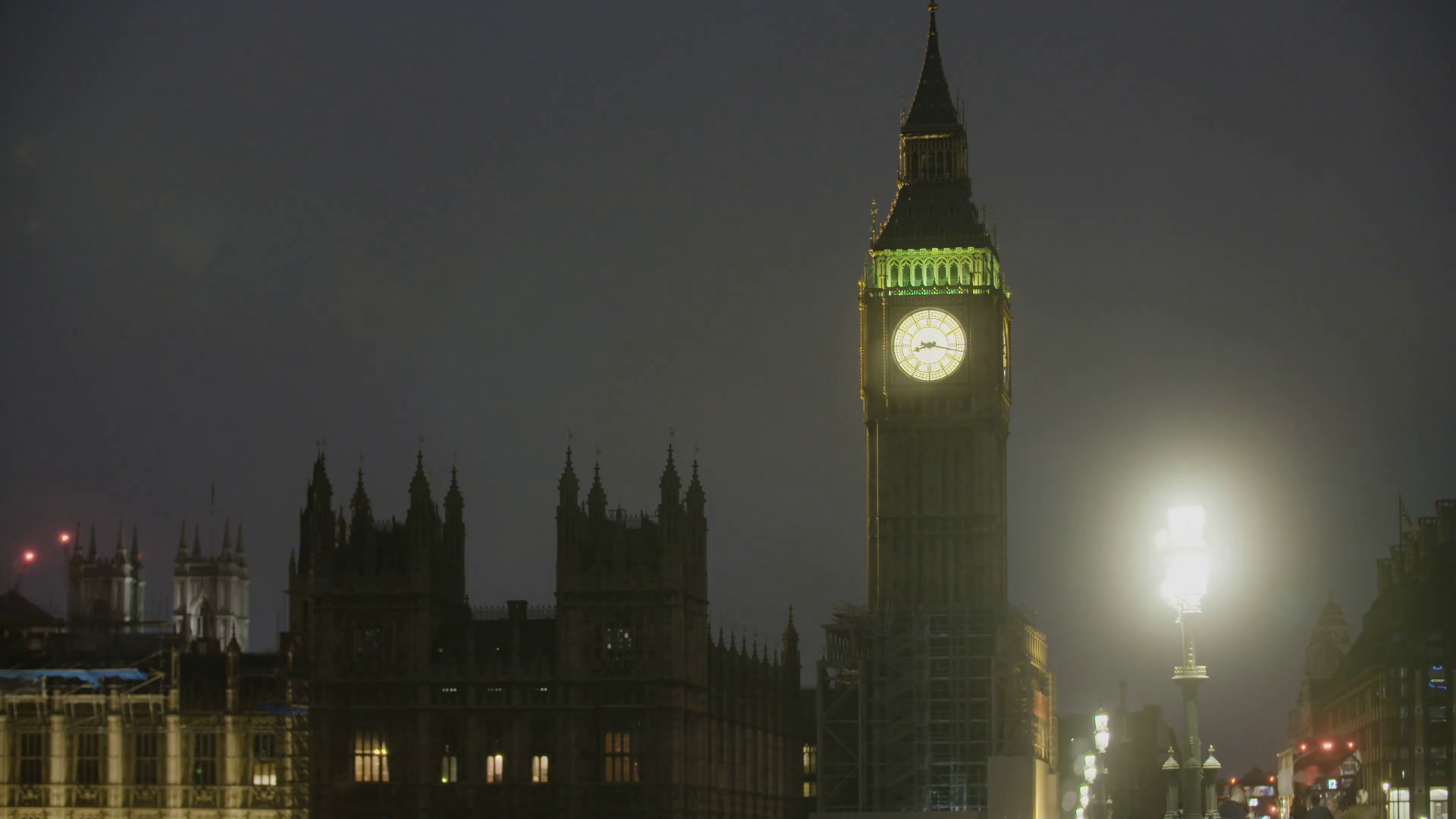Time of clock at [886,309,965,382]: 8:17
